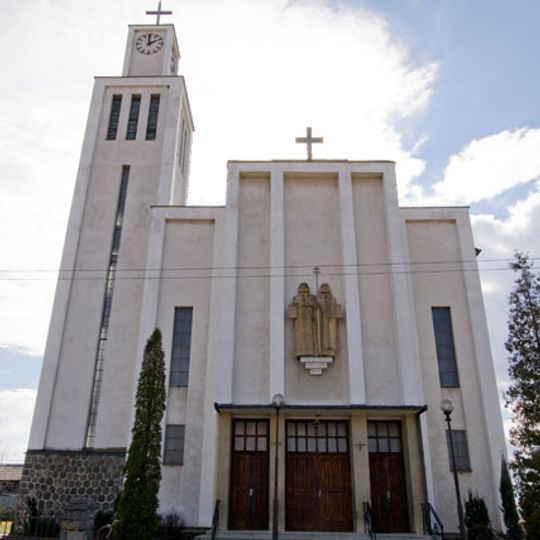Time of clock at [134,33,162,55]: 1:59
